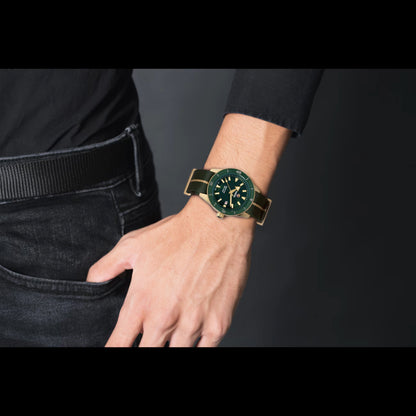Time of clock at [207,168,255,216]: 6:10
